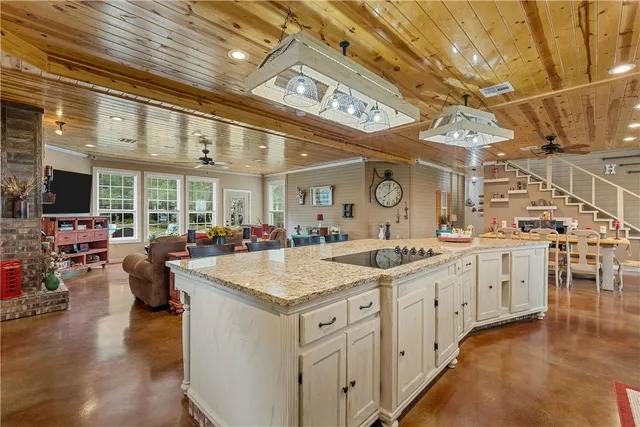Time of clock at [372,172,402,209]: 12:08
